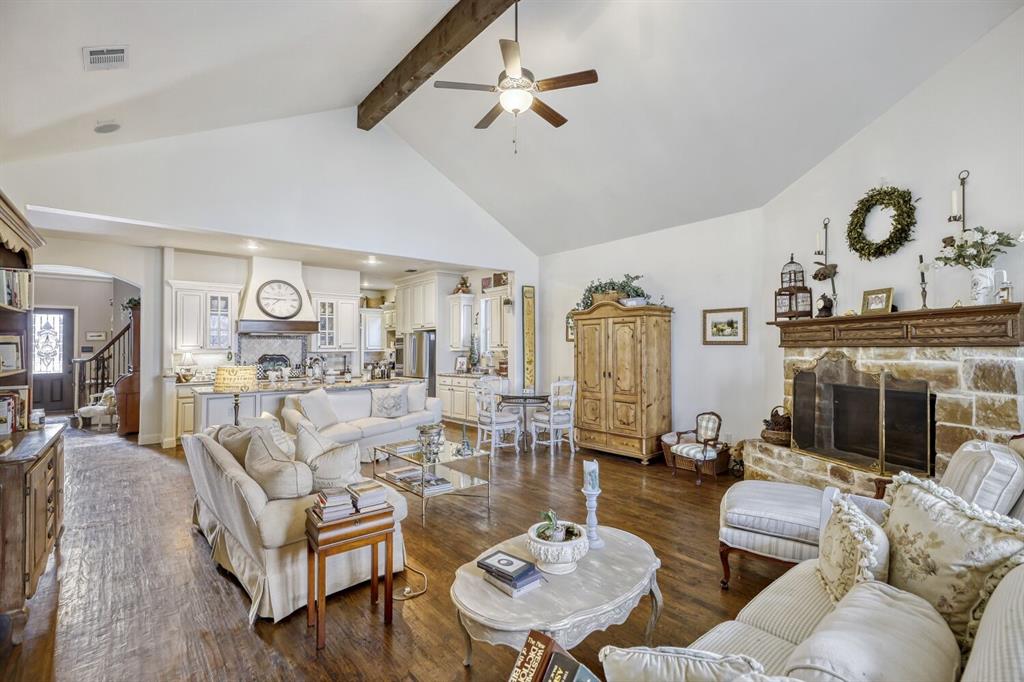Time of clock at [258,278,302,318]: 7:45
